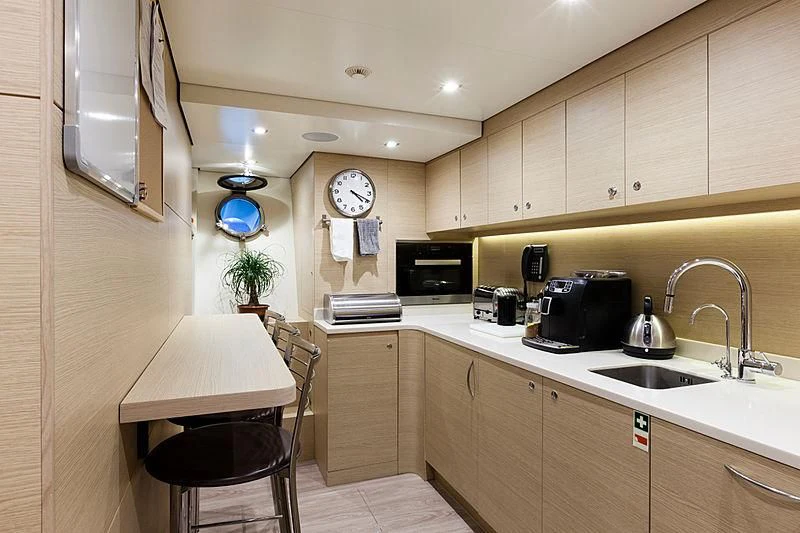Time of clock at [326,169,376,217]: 4:19
